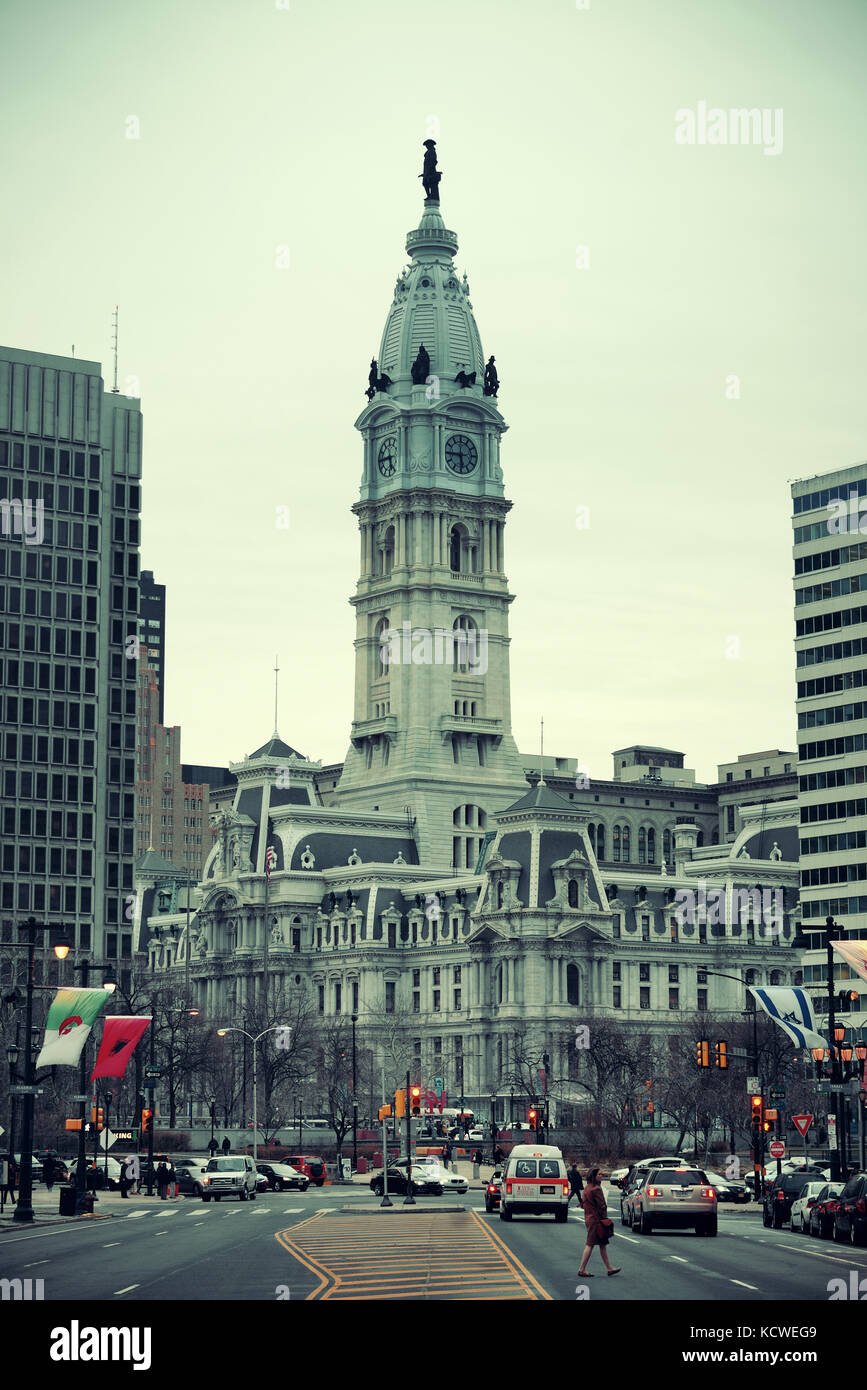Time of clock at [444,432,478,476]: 5:44
